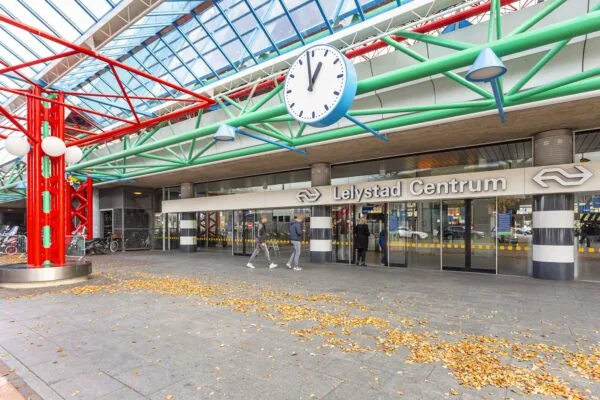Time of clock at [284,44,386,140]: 12:58
